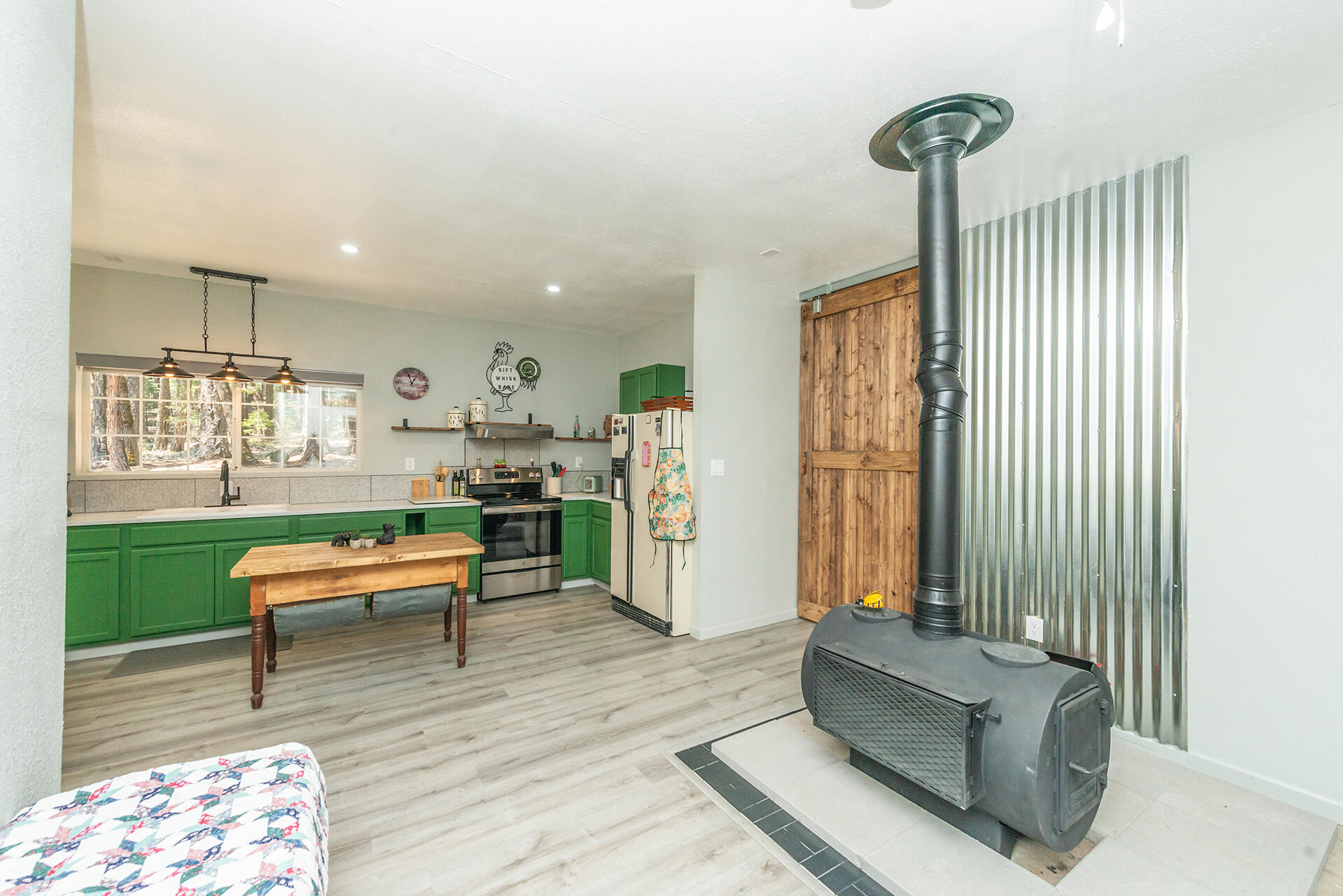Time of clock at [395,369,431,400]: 12:56
